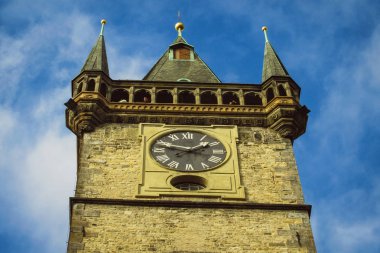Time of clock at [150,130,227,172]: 1:47
